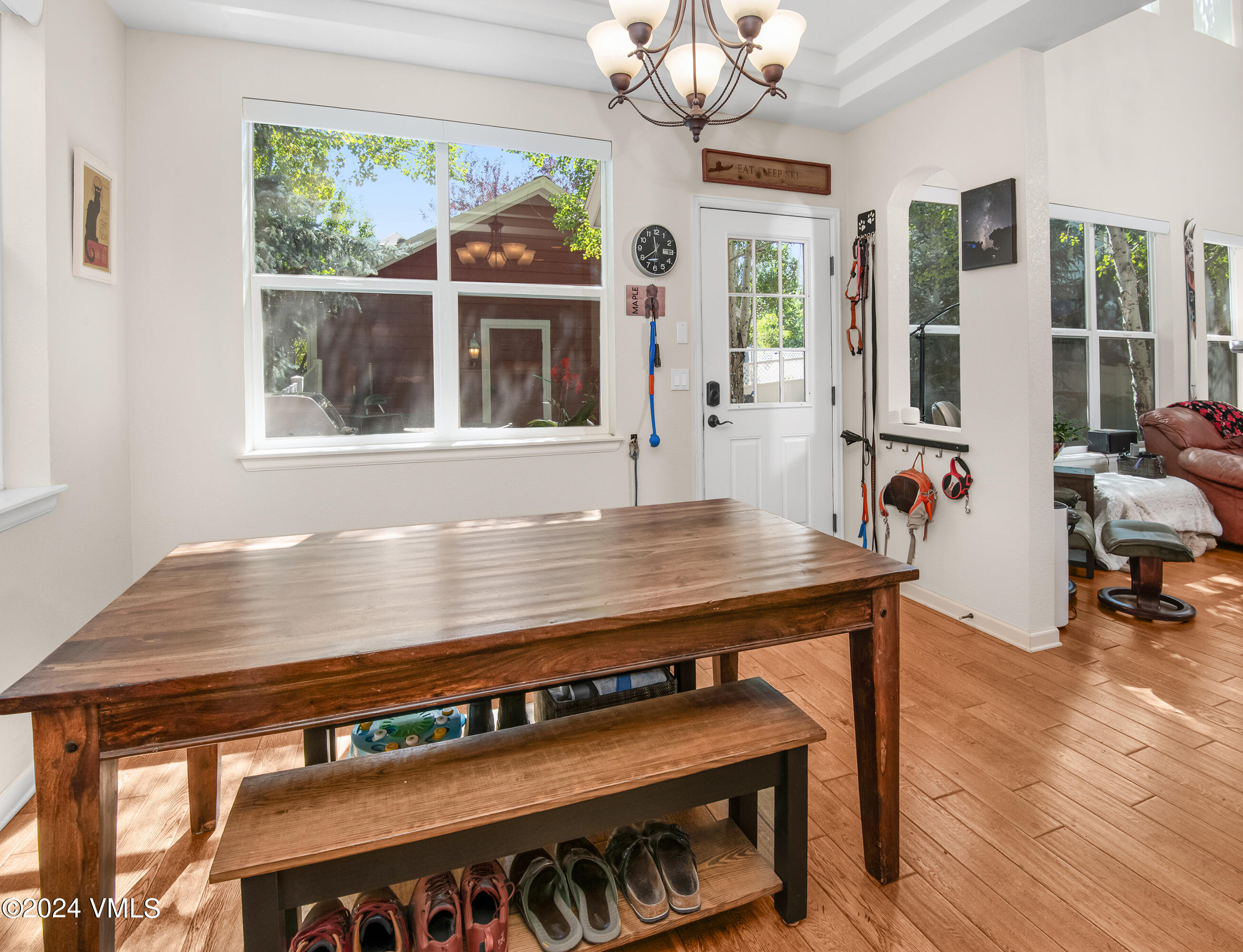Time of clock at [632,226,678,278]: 11:39
